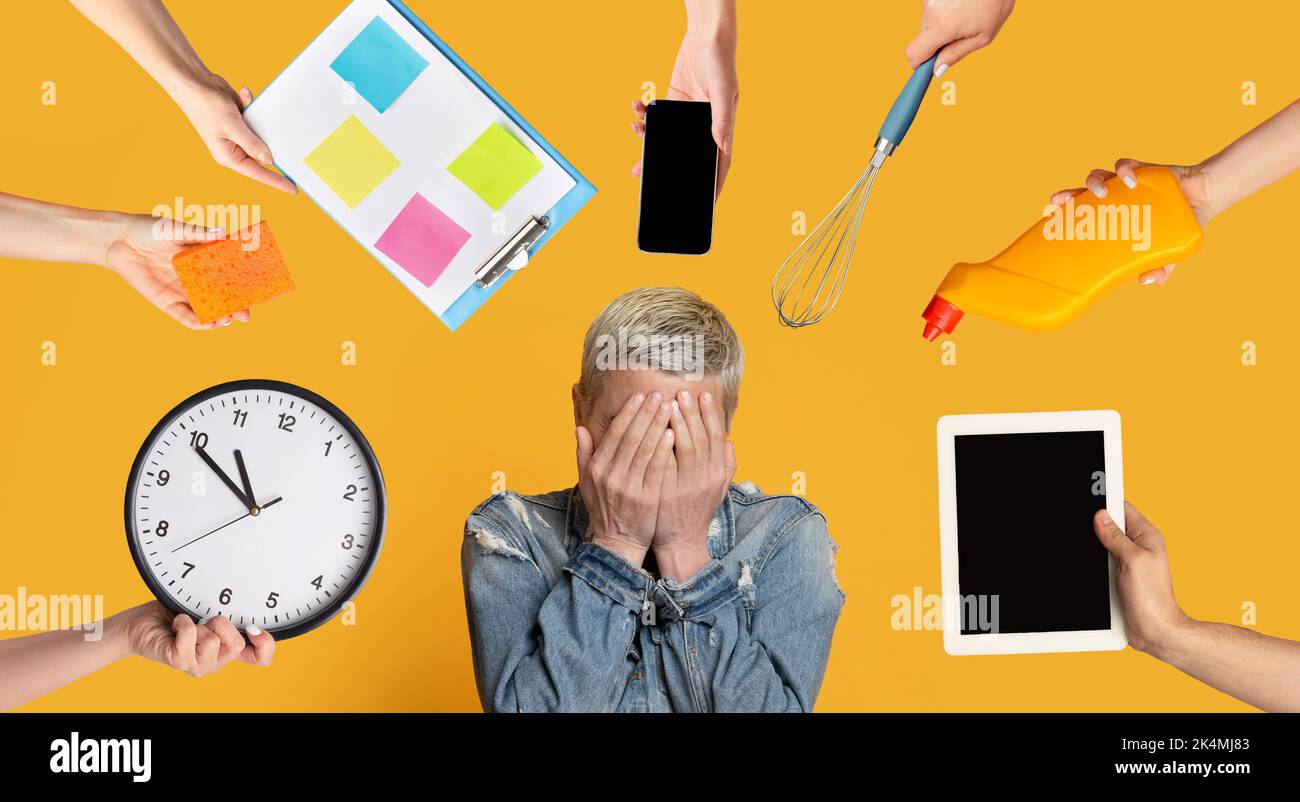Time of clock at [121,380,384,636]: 10:49
